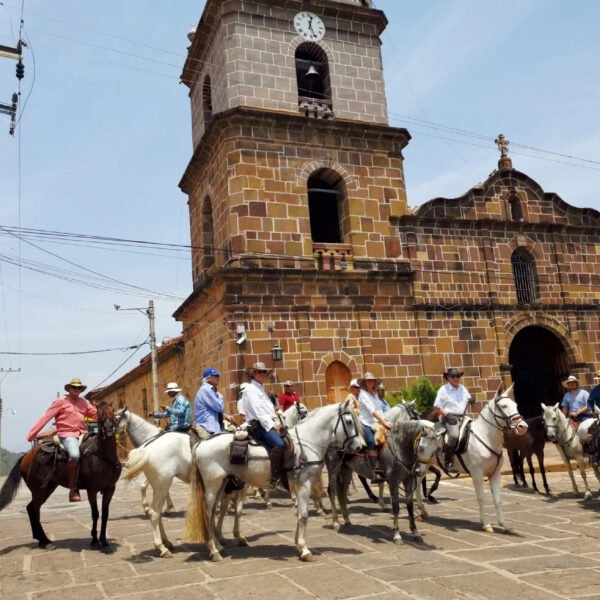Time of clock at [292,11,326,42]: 12:26
